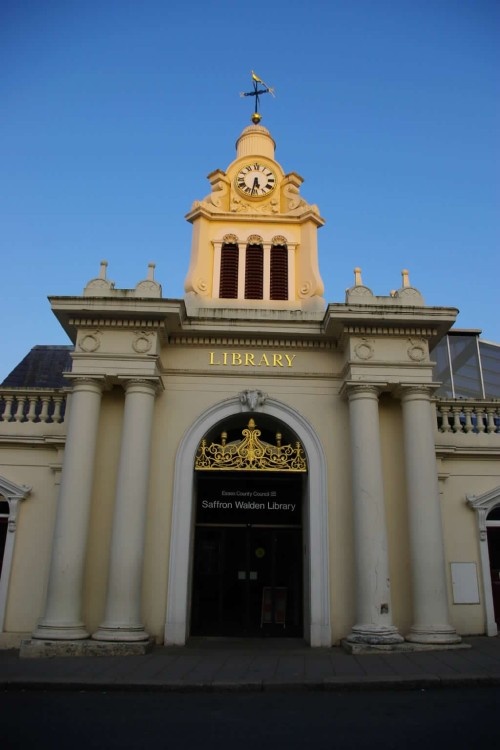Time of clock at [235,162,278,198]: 5:32
